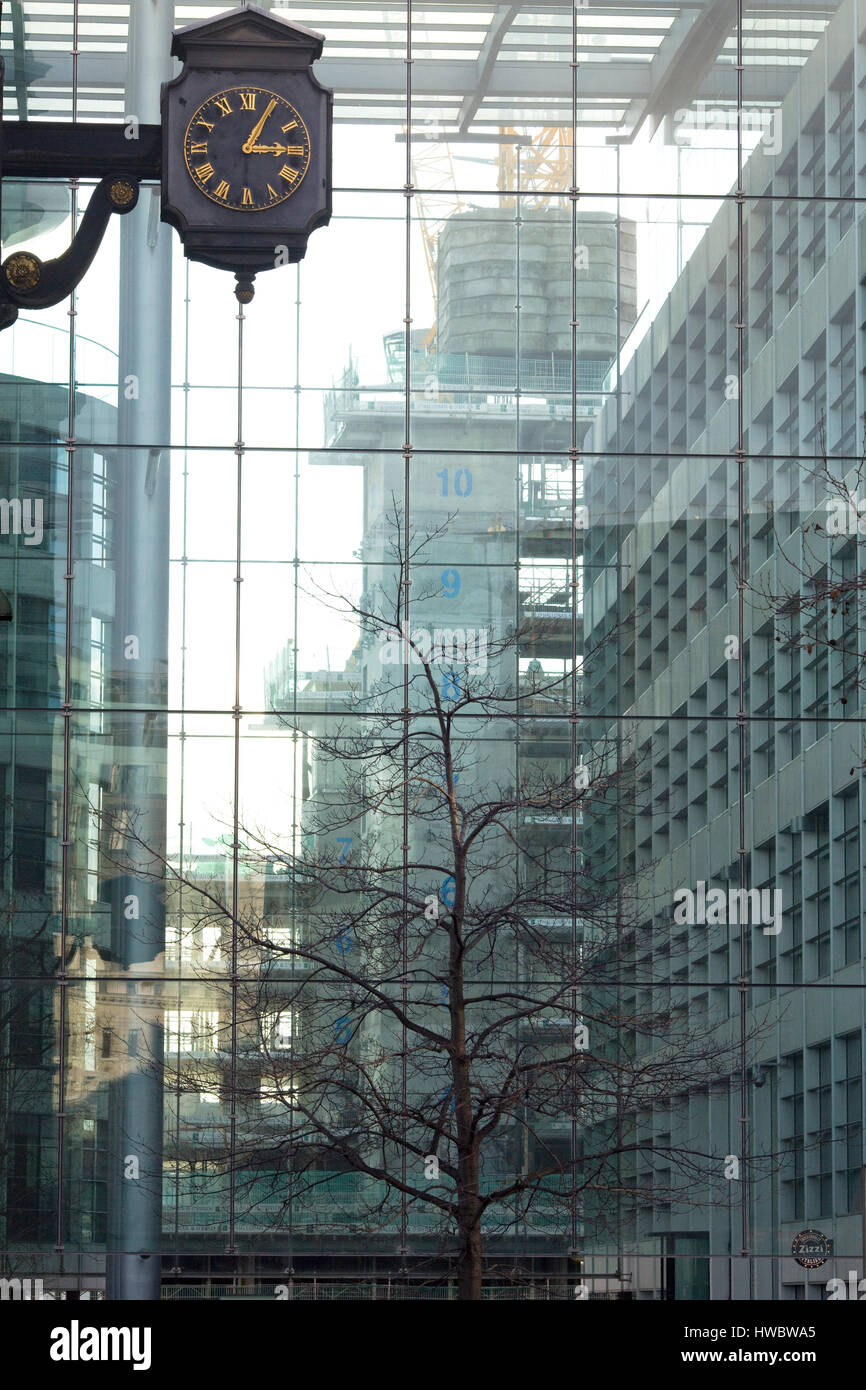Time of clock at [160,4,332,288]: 3:04
